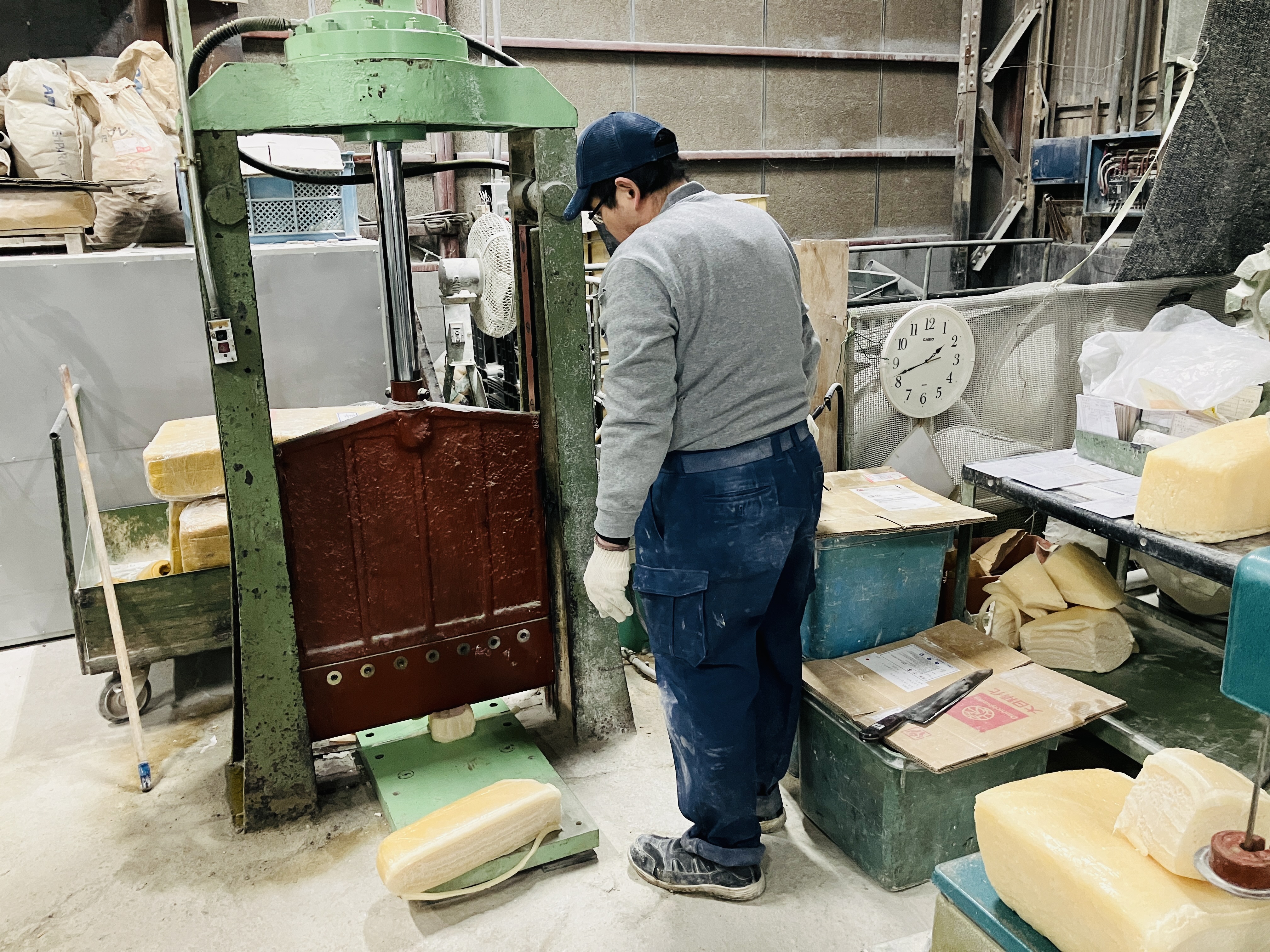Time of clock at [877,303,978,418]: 1:41
